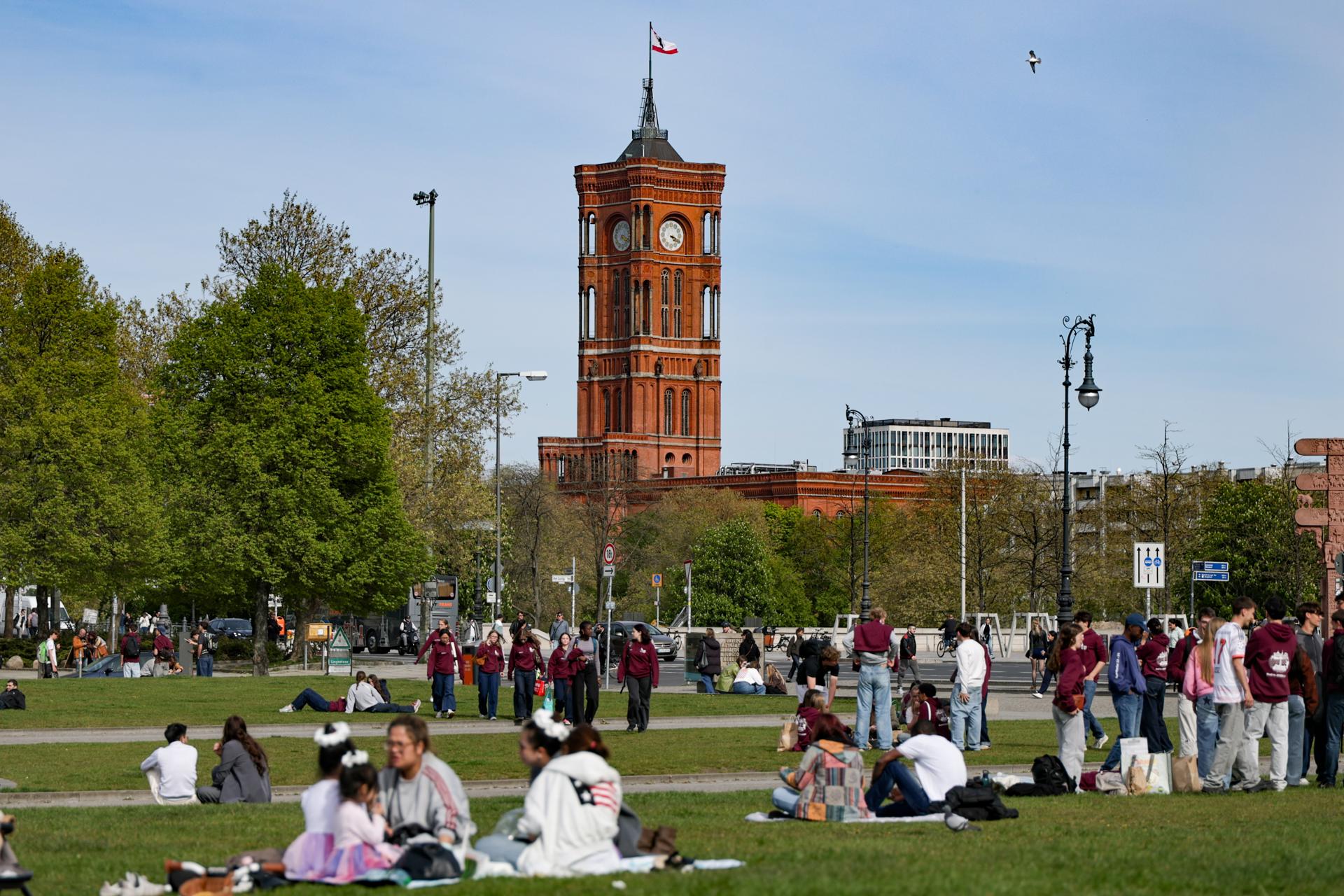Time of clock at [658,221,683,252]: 4:19
